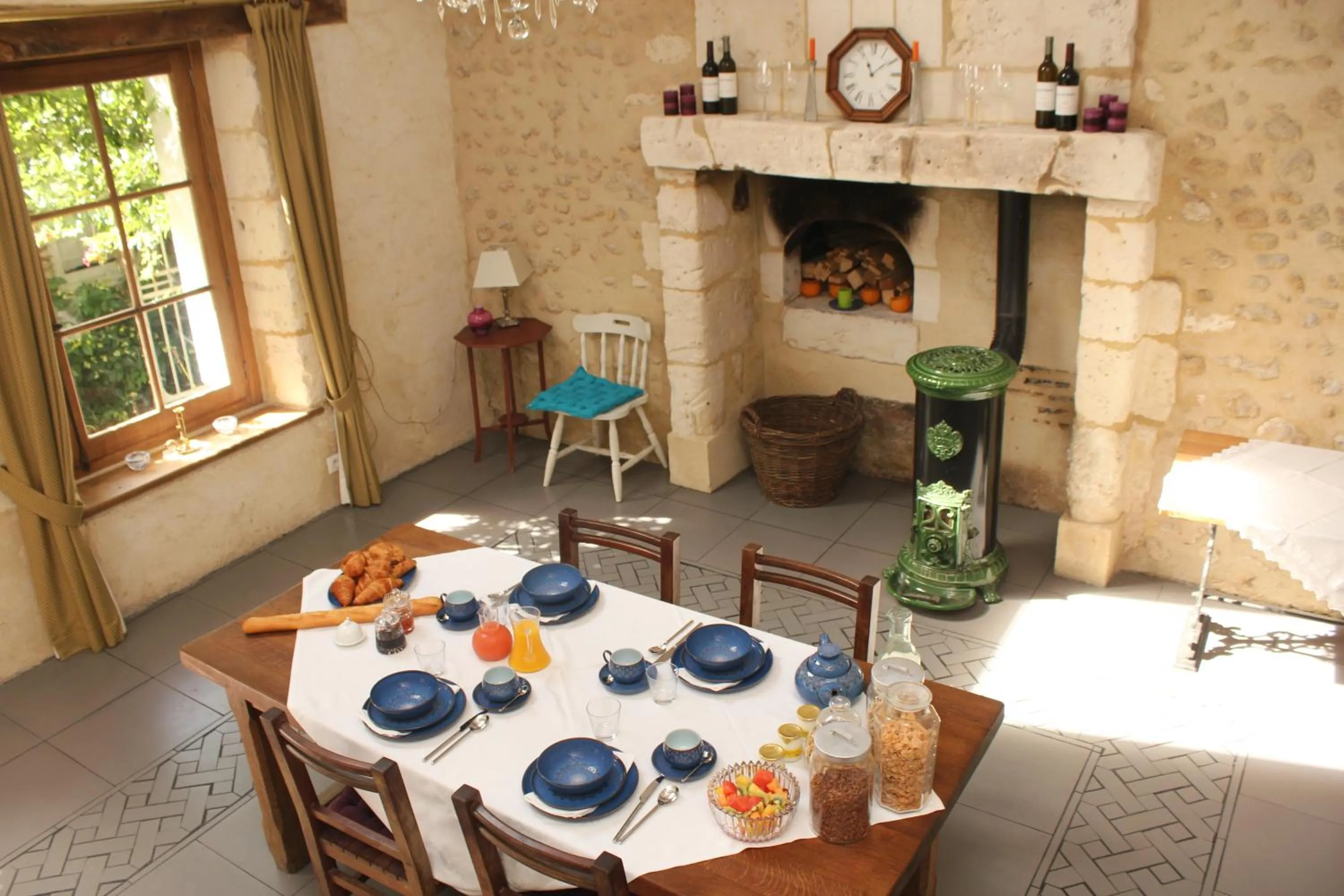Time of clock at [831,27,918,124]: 11:09
